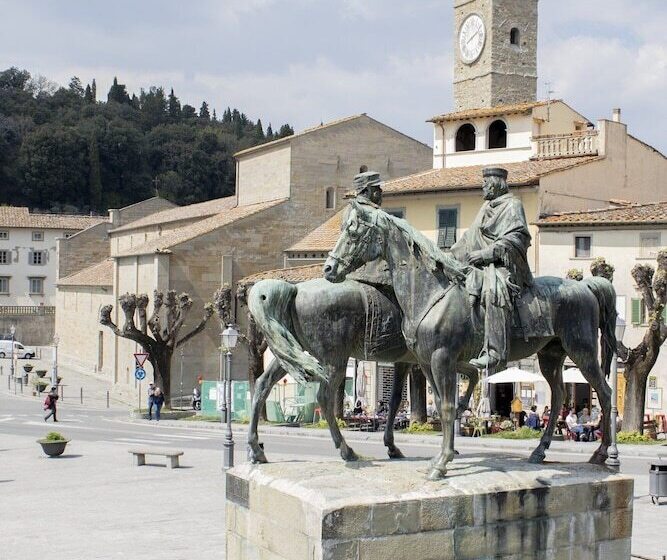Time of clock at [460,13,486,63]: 8:11
